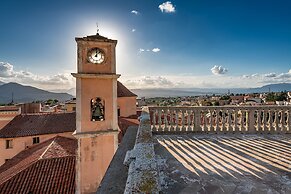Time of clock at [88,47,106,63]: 12:07
